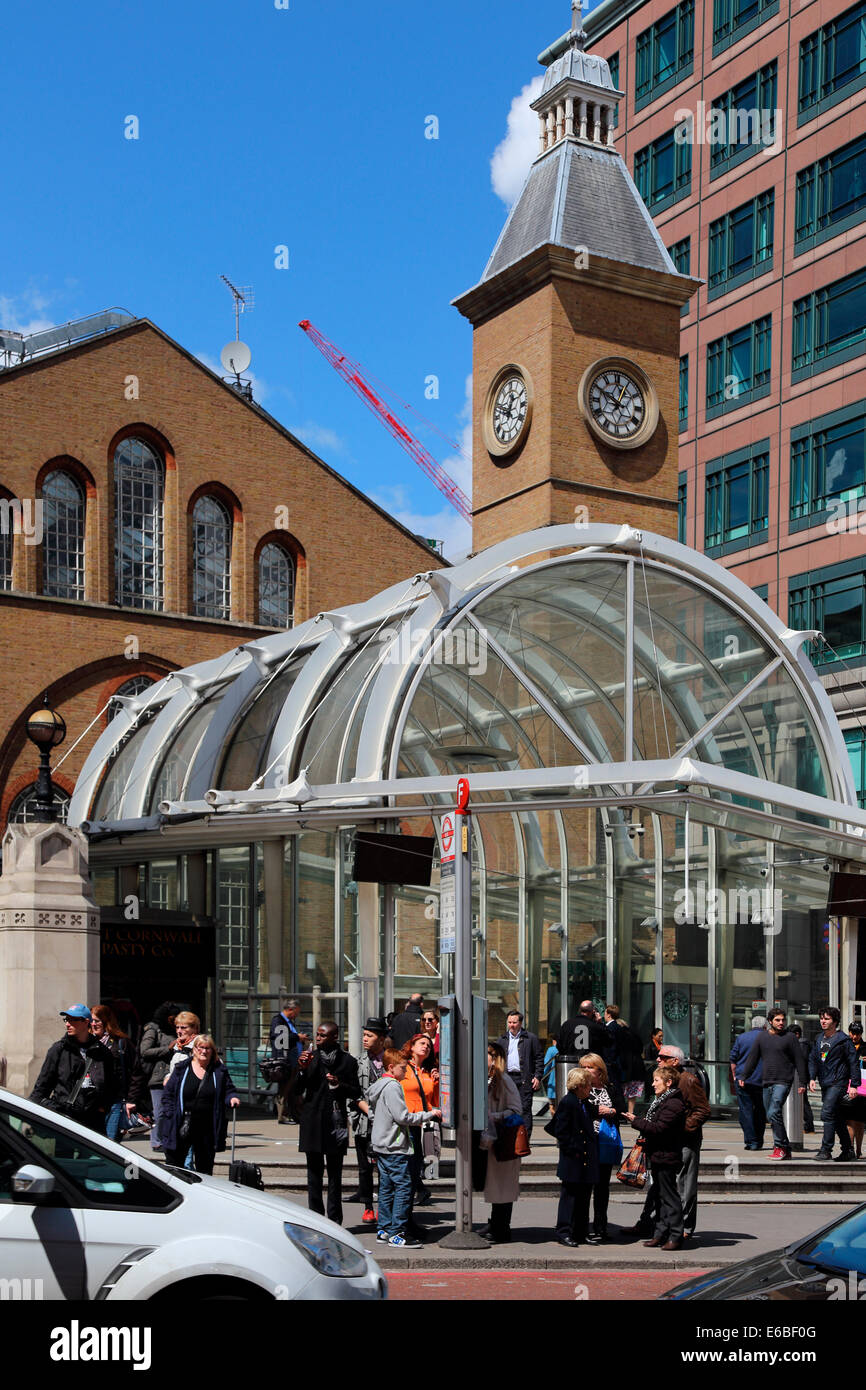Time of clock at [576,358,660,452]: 12:49
